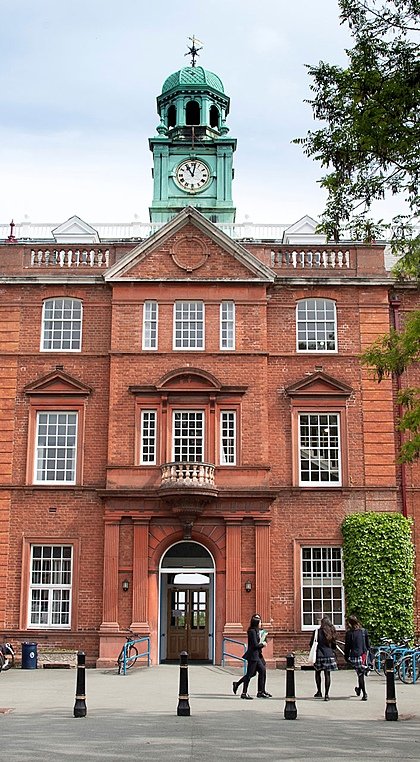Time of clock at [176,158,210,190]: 11:01
